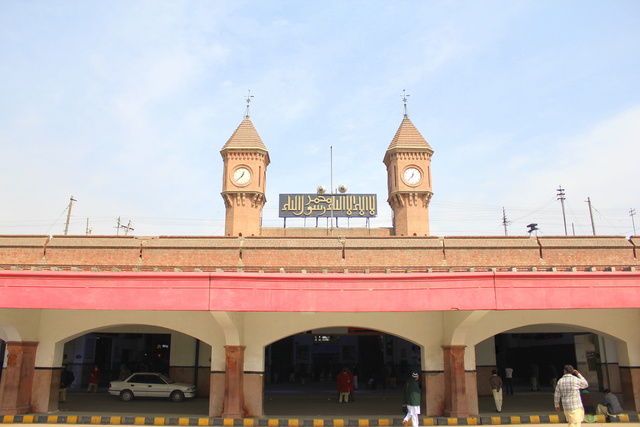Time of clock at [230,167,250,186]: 12:37
